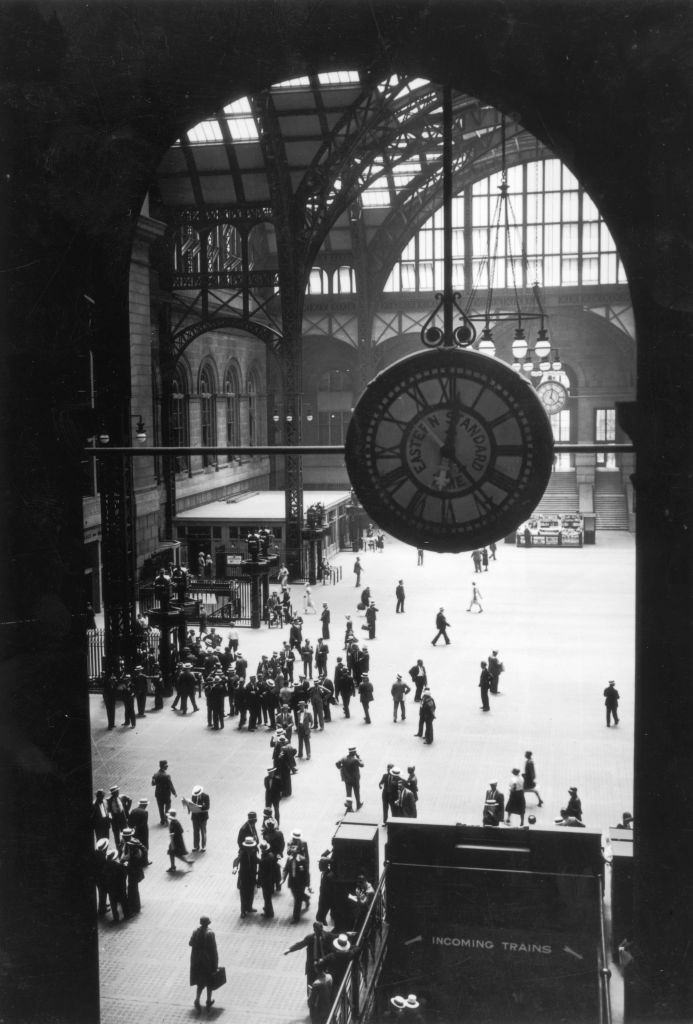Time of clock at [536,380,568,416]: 12:23
